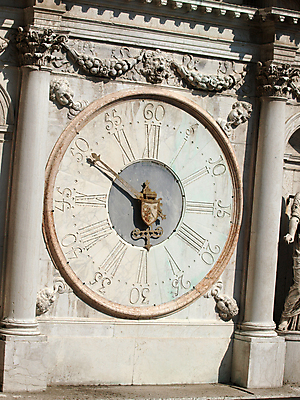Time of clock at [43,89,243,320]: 5:49
